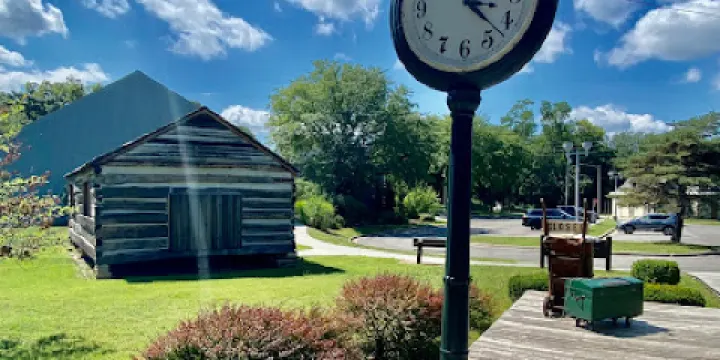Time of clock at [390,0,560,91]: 3:22
